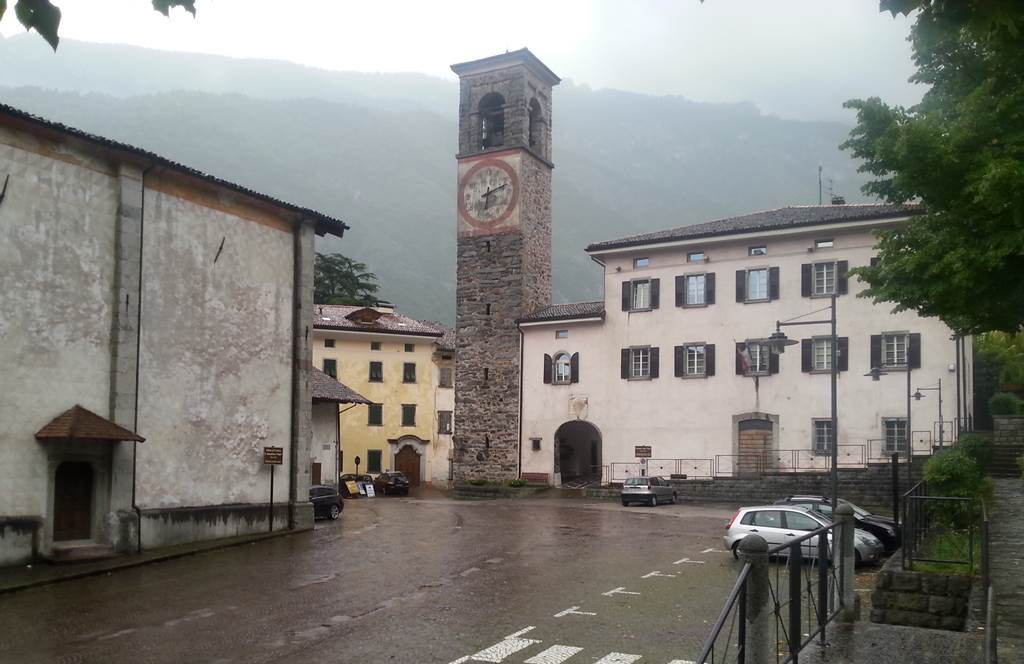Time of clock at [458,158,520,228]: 6:11
